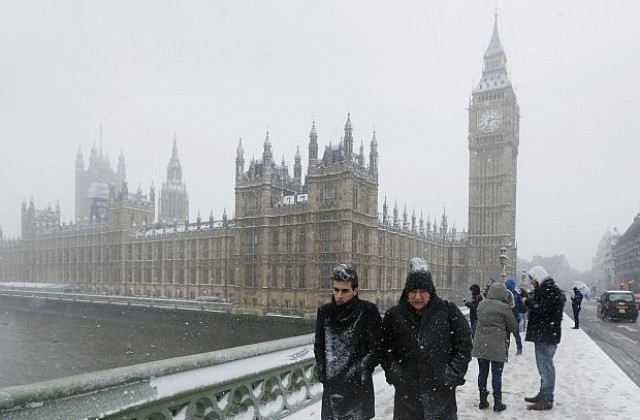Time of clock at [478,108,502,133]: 2:32
